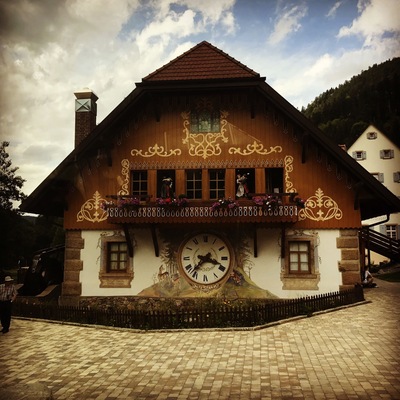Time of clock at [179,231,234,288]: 3:37
